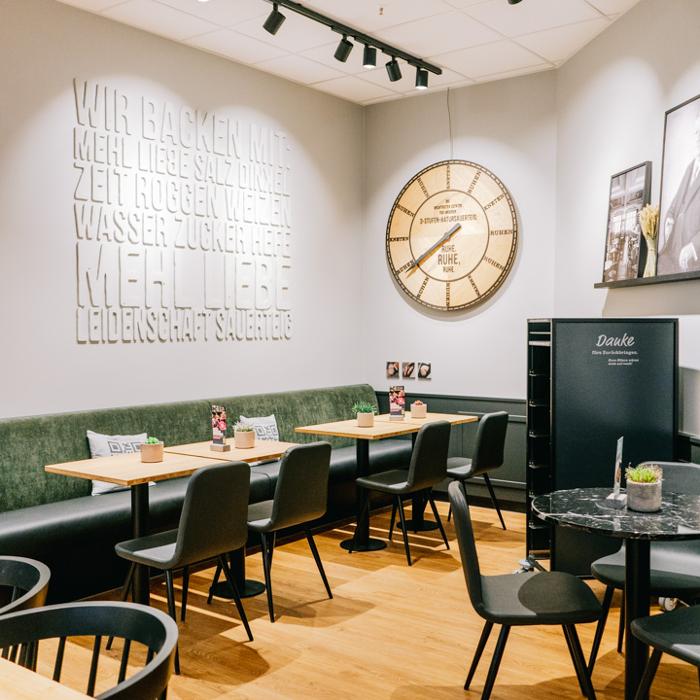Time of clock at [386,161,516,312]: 7:39
